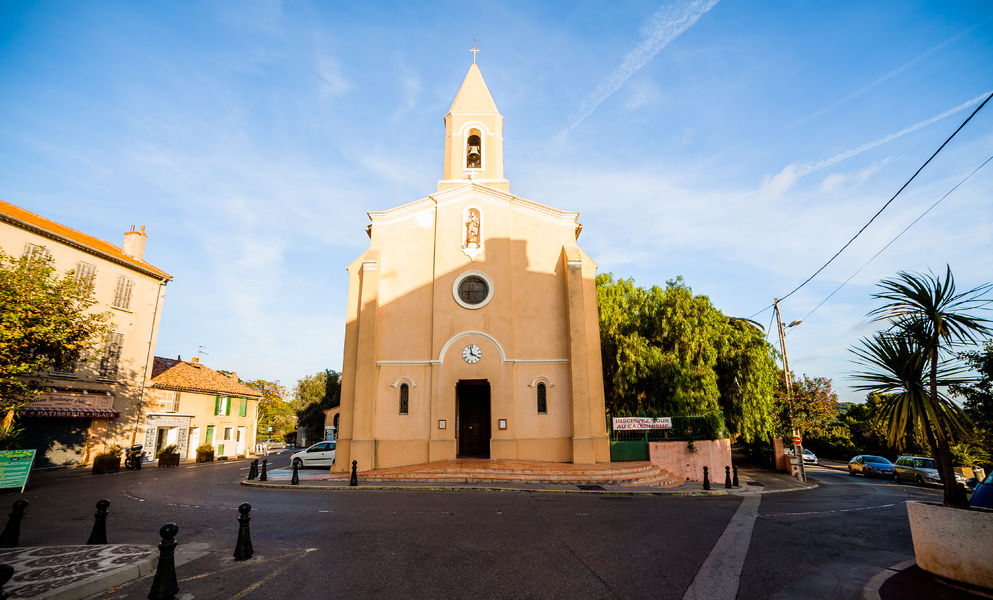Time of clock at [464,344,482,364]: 3:58
